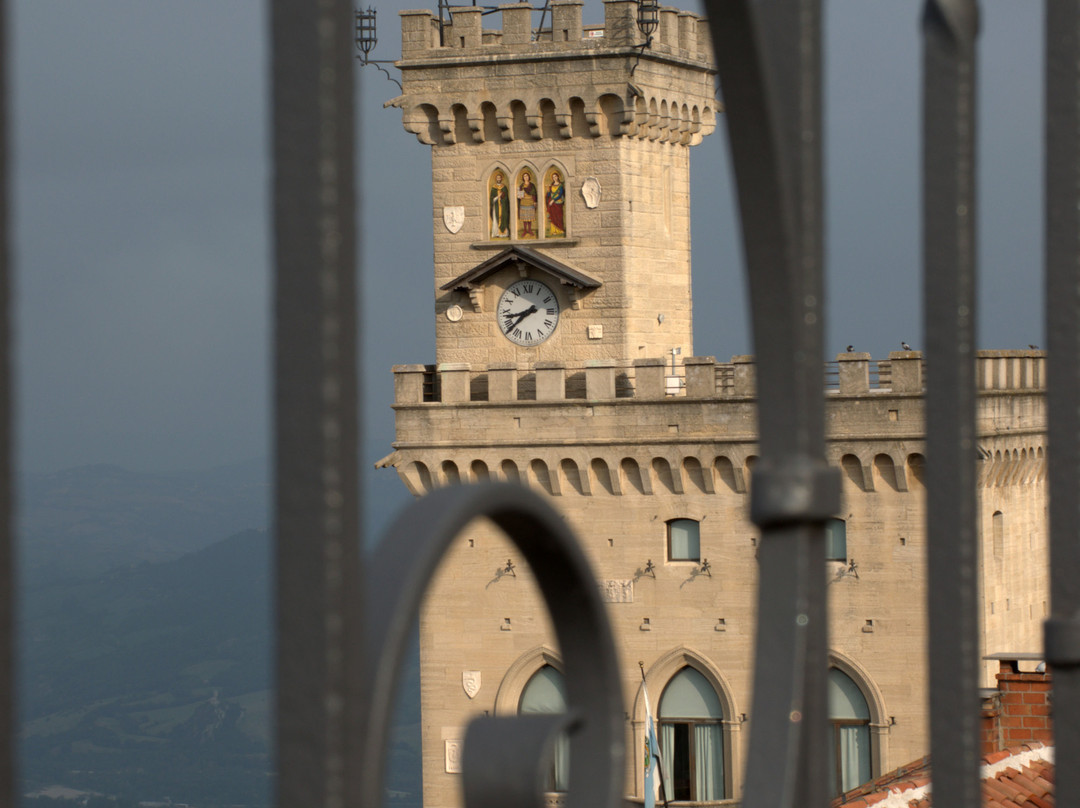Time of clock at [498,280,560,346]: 8:38
